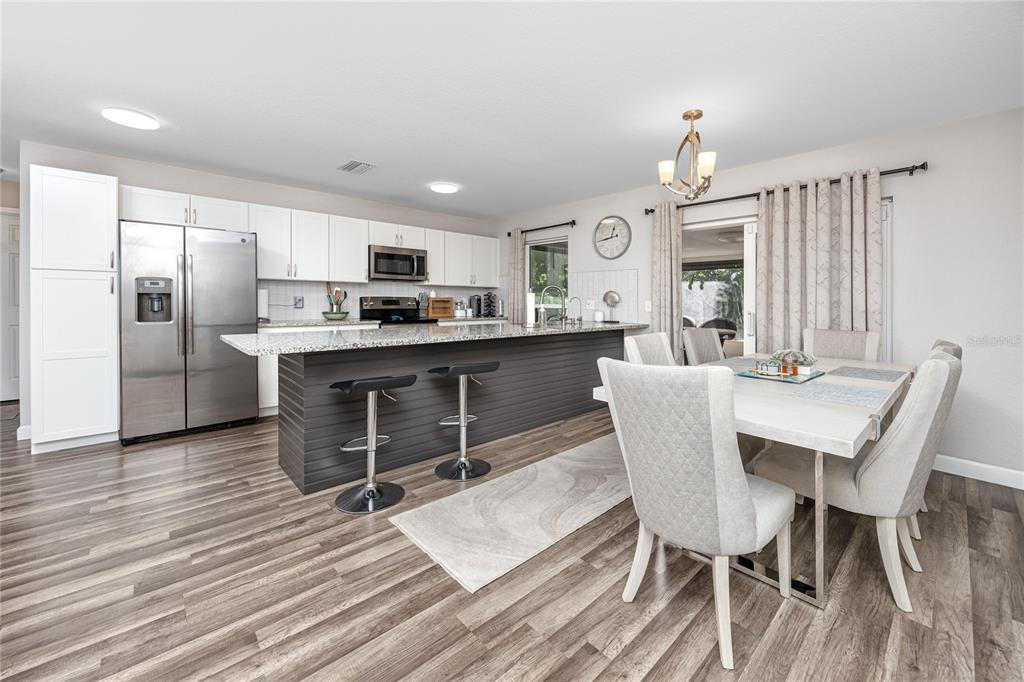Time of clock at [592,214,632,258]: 12:43
